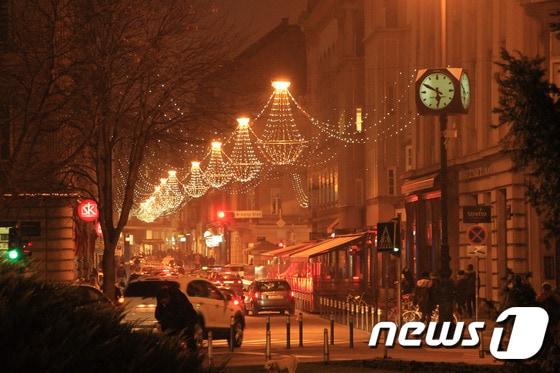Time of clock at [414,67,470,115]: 5:49
